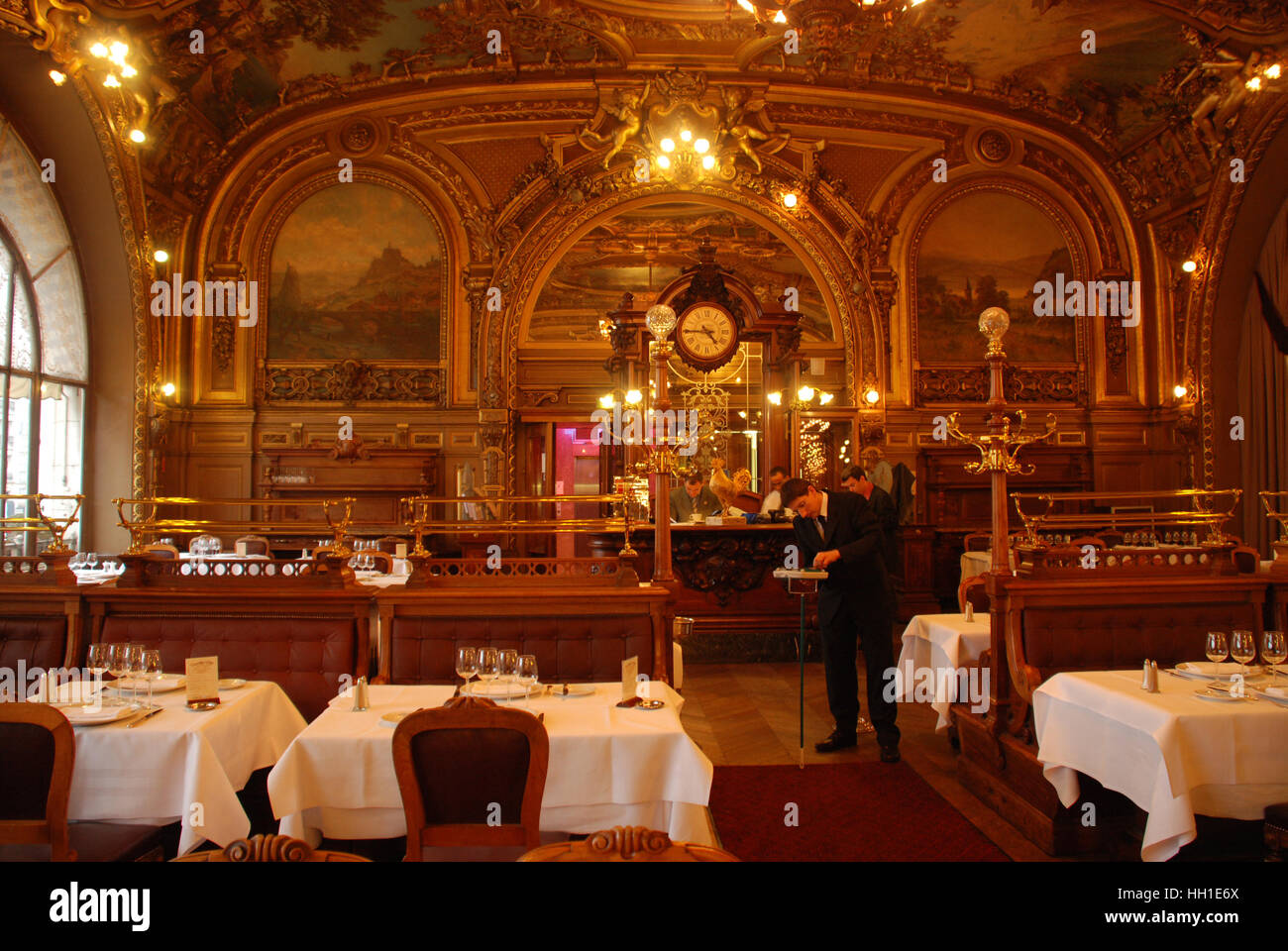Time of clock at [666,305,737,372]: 4:44
